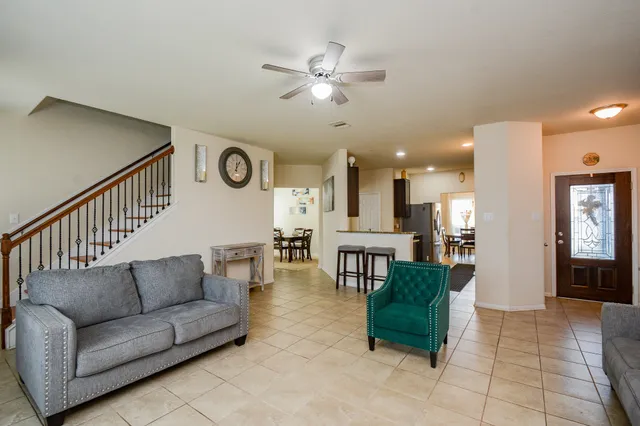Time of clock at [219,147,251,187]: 12:05
